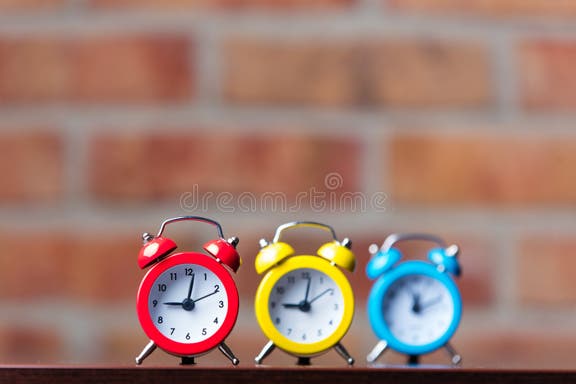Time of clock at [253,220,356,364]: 9:01
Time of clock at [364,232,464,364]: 12:11
